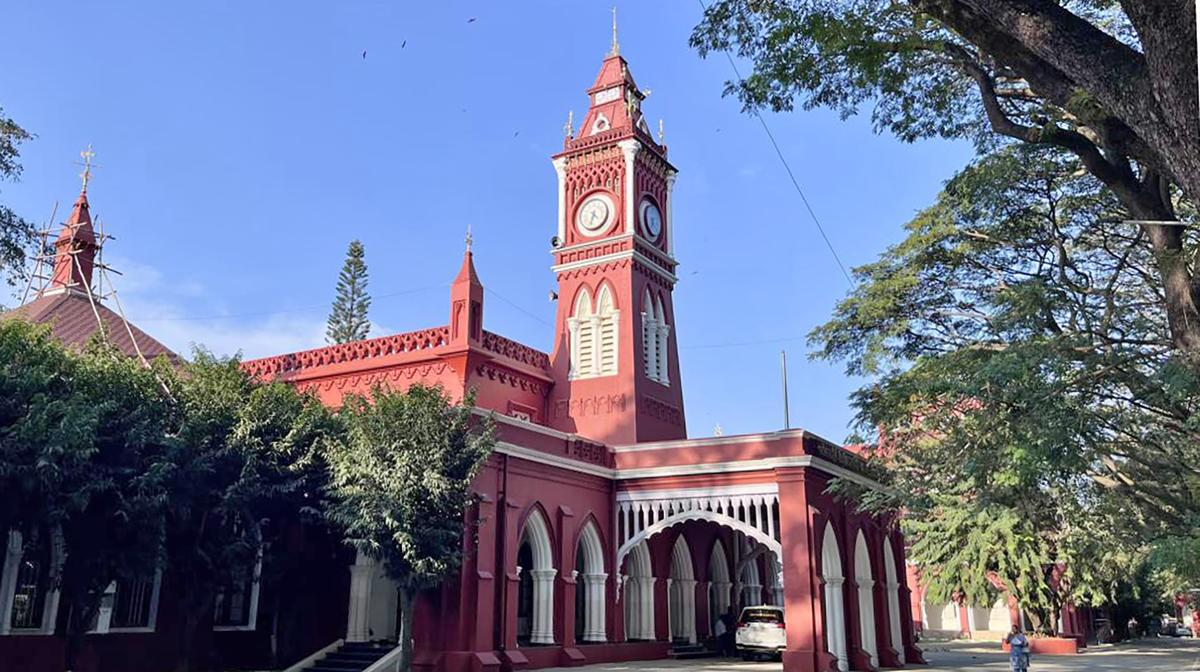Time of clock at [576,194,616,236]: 4:33
